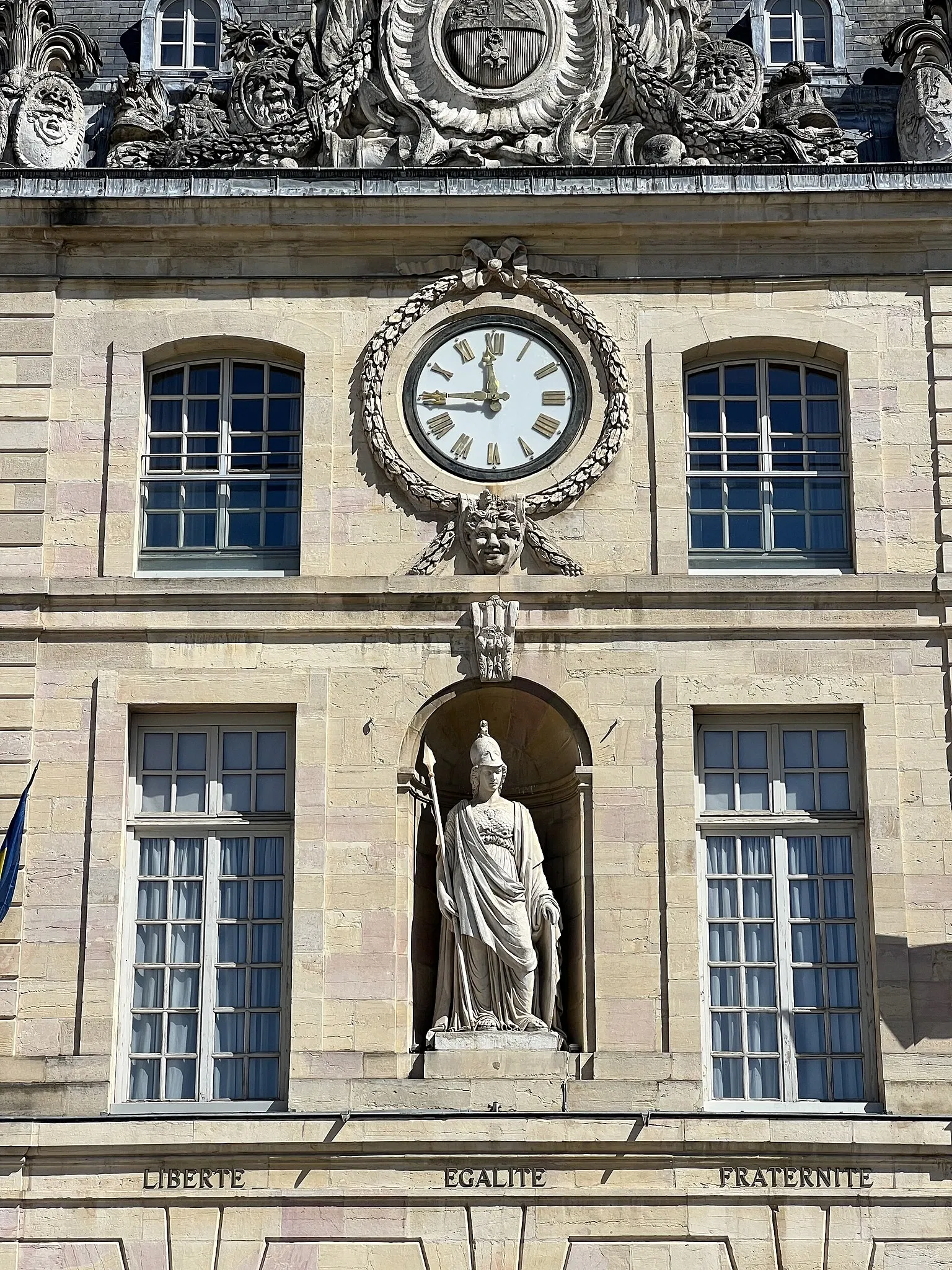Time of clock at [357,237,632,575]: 11:44
